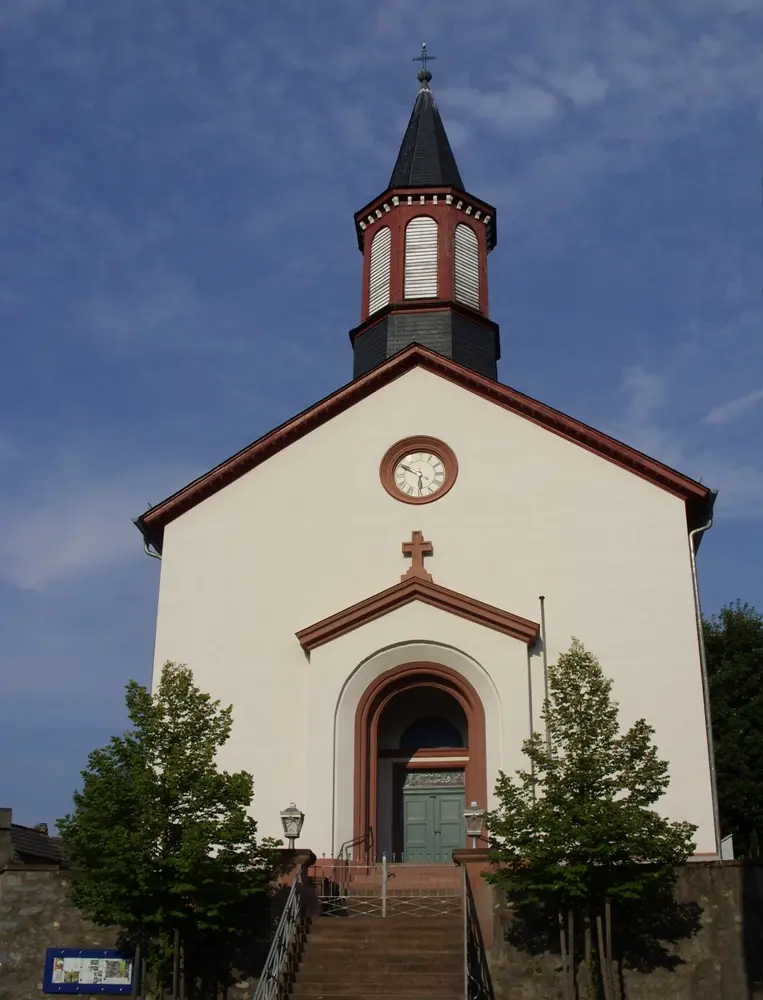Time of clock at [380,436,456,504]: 5:49
